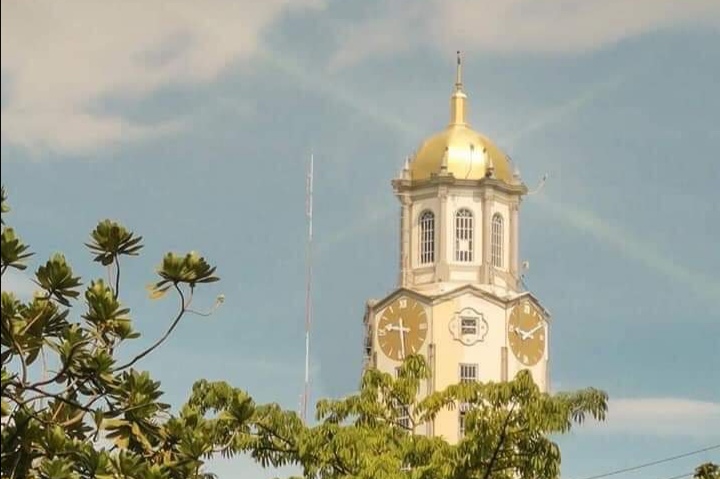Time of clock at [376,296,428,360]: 9:29
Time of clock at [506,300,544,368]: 9:10
